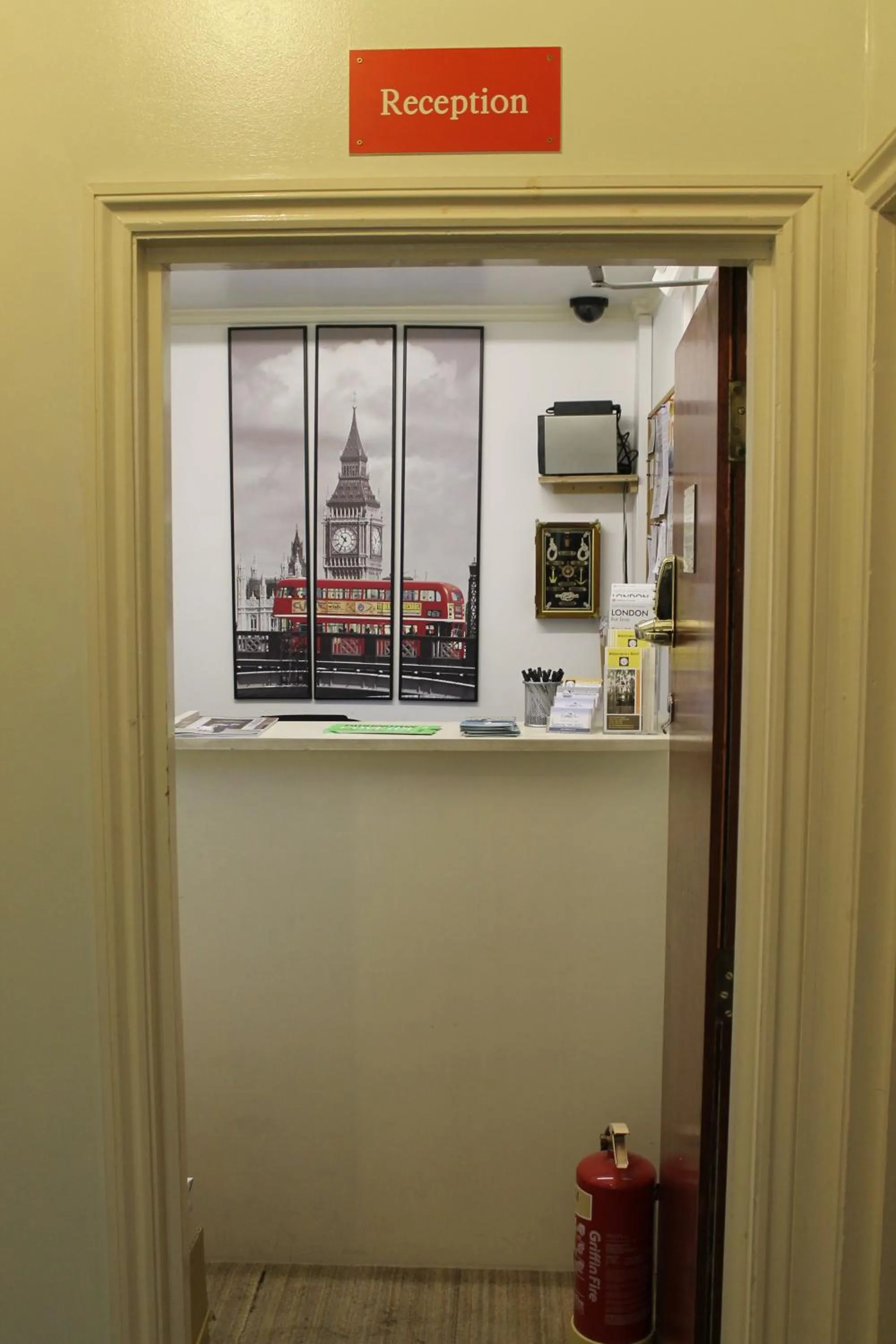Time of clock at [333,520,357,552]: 10:34
